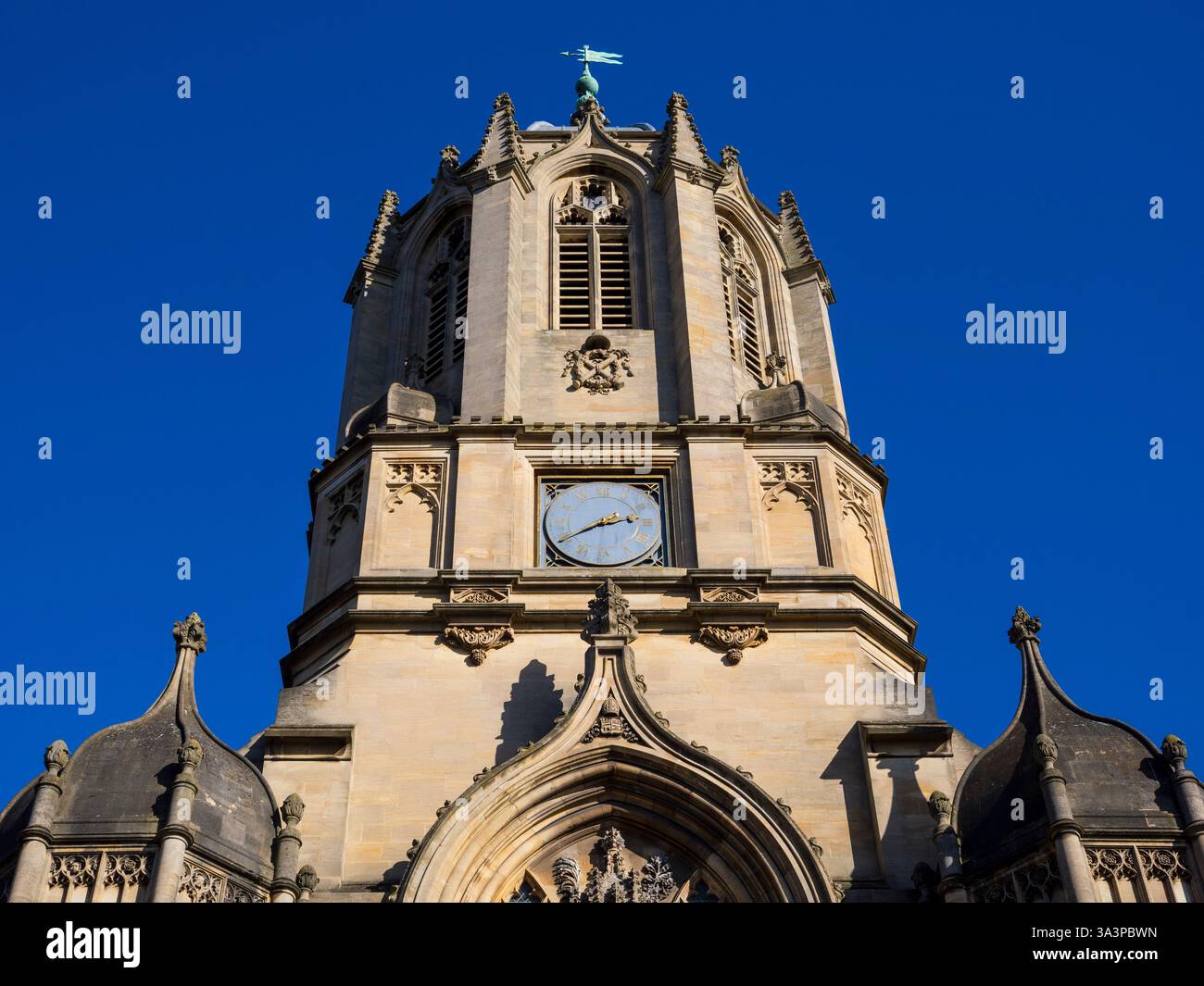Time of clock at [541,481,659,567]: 2:40
